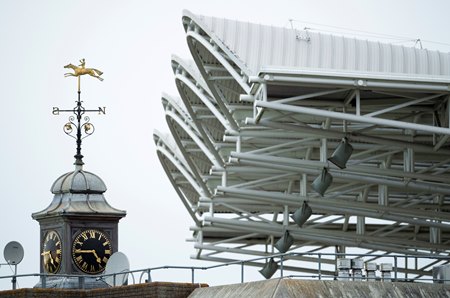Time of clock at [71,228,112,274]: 4:44
